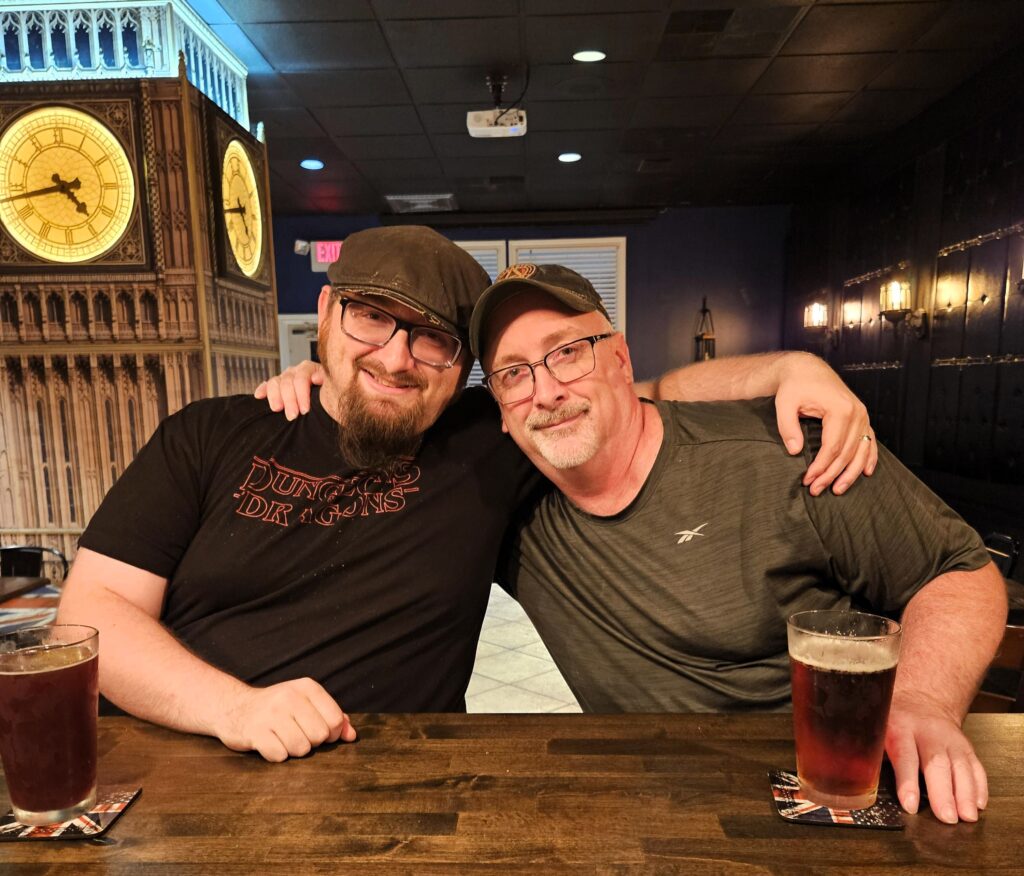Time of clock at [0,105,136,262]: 4:42
